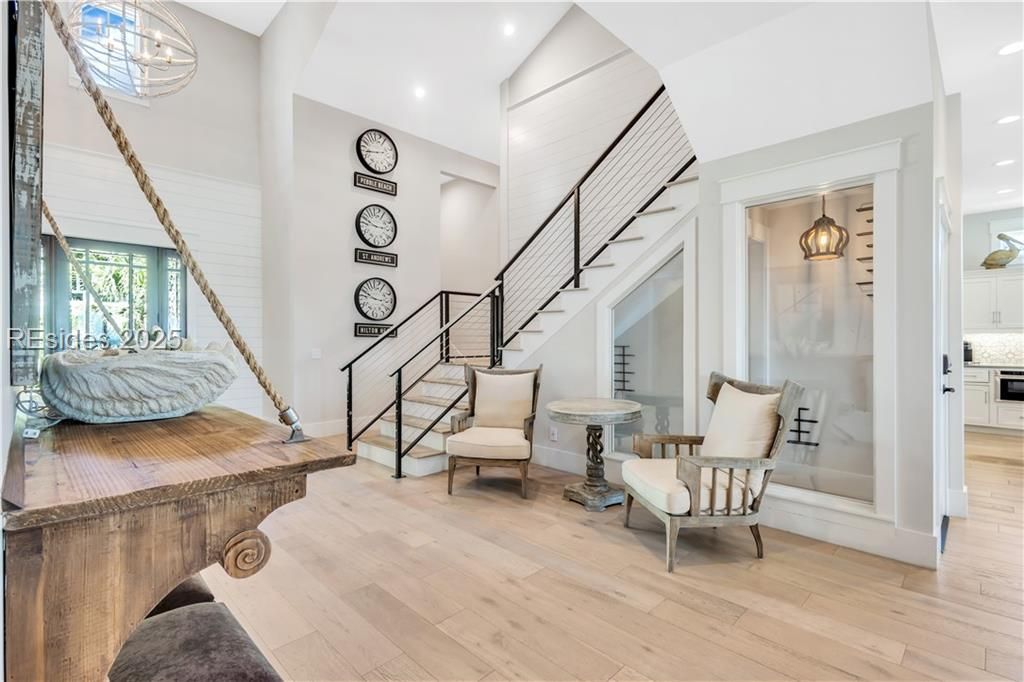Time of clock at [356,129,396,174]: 8:42
